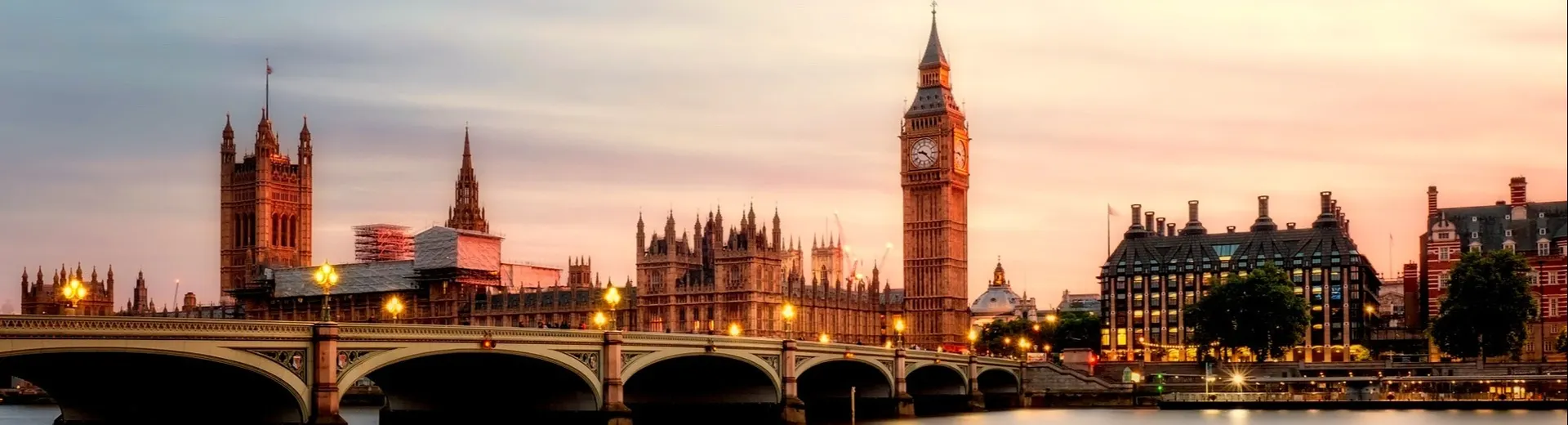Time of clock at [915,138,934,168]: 9:22
